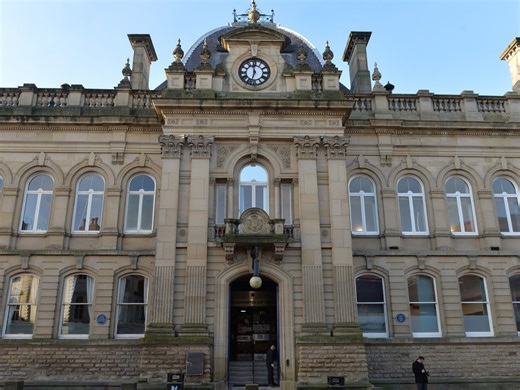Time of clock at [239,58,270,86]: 11:32
